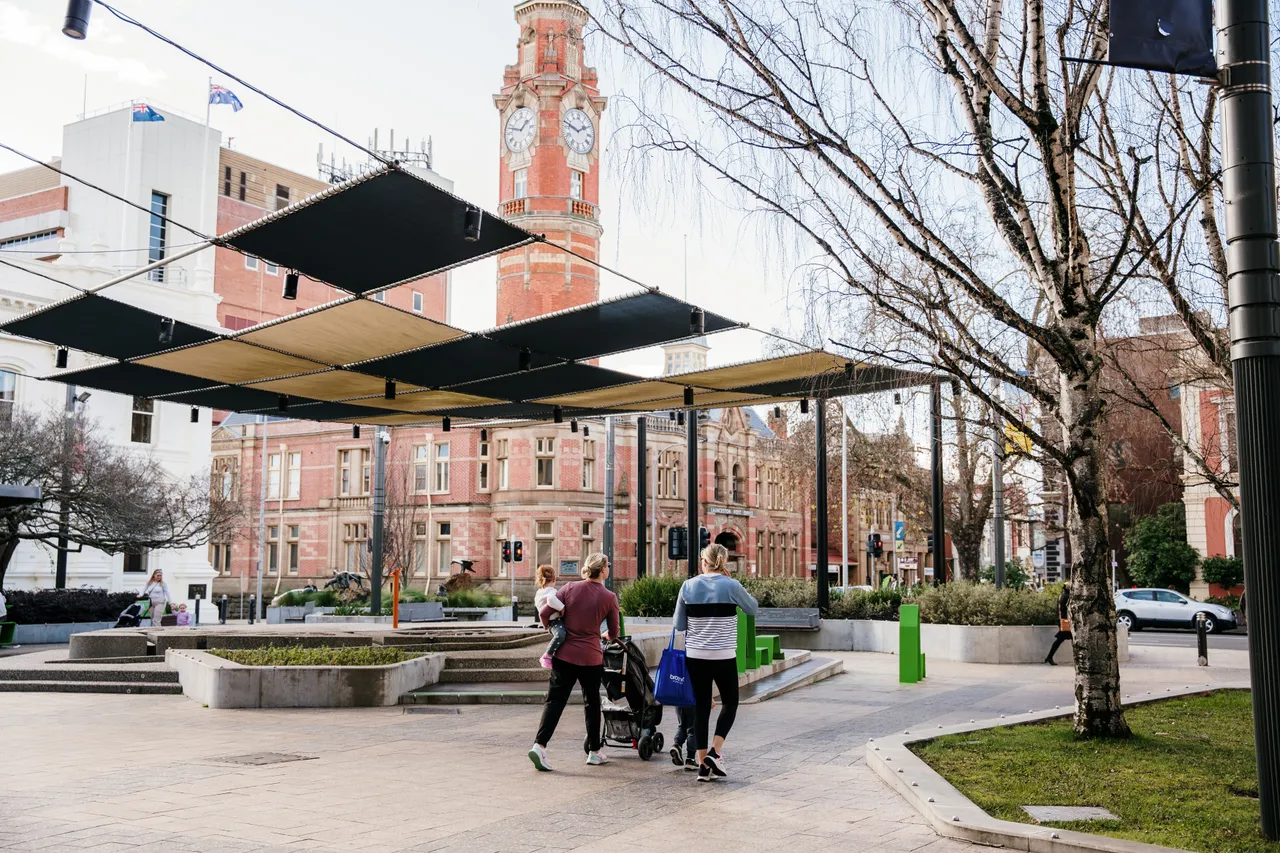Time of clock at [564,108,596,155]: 1:47
